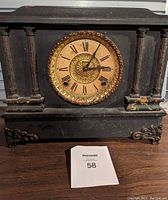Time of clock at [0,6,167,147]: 3:04
